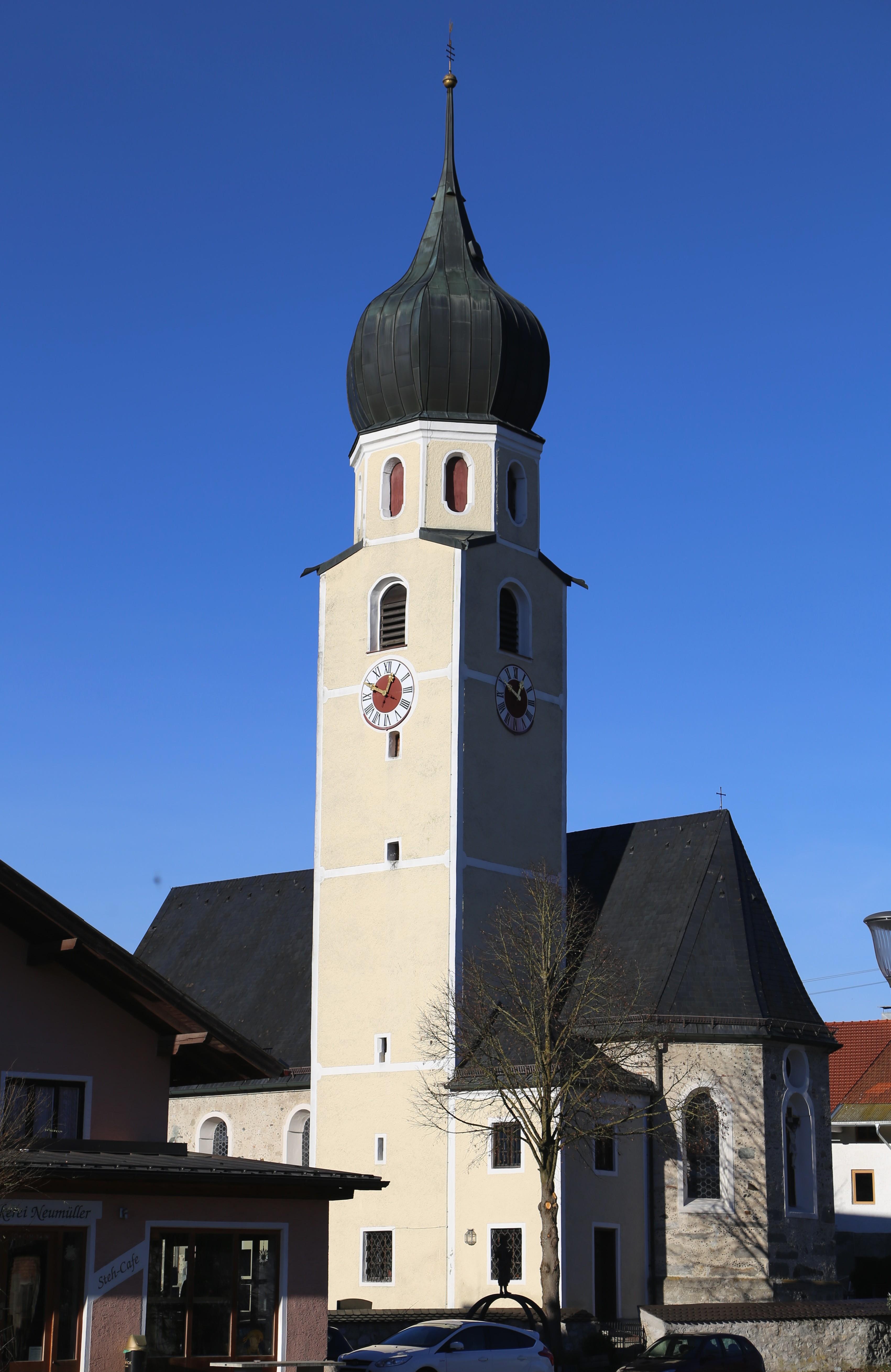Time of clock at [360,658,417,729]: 12:49
